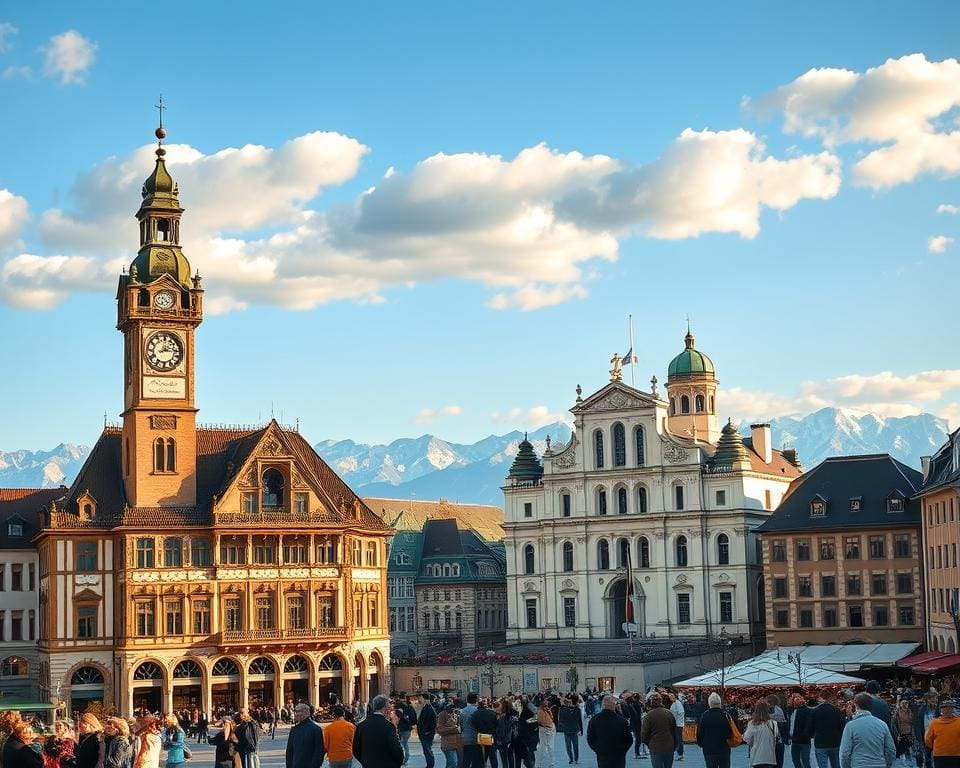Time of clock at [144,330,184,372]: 2:15
